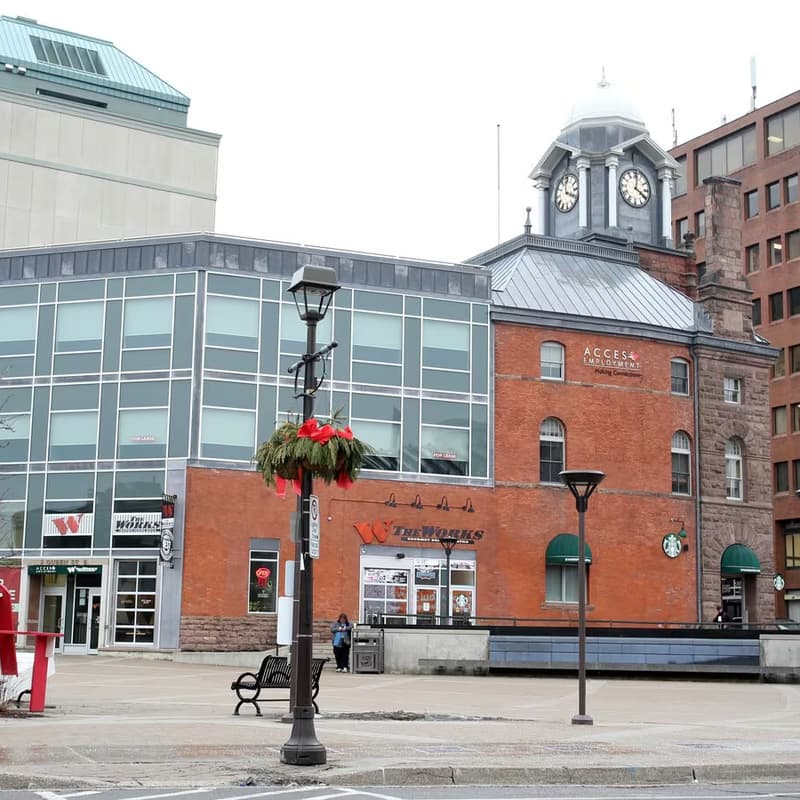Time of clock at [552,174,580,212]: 3:58
